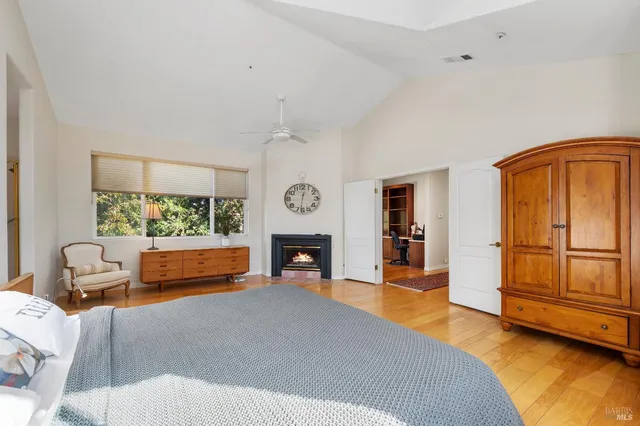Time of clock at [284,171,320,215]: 12:31
